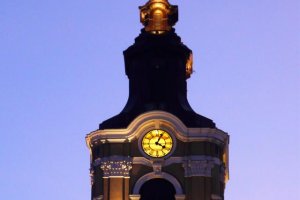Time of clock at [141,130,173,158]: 4:04
